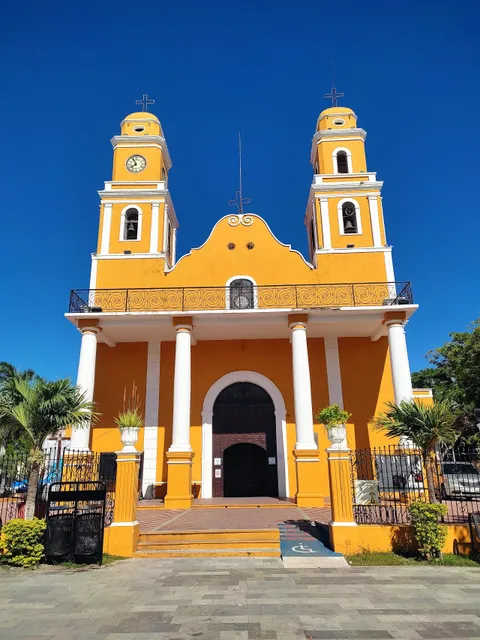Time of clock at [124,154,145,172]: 7:55
